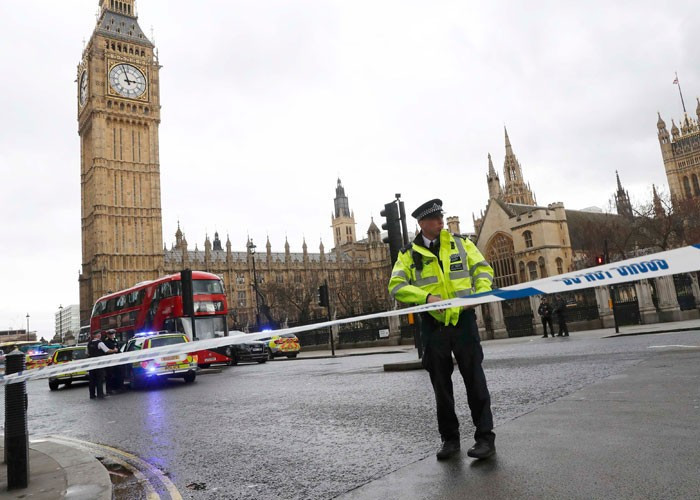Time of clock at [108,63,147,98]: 2:57
